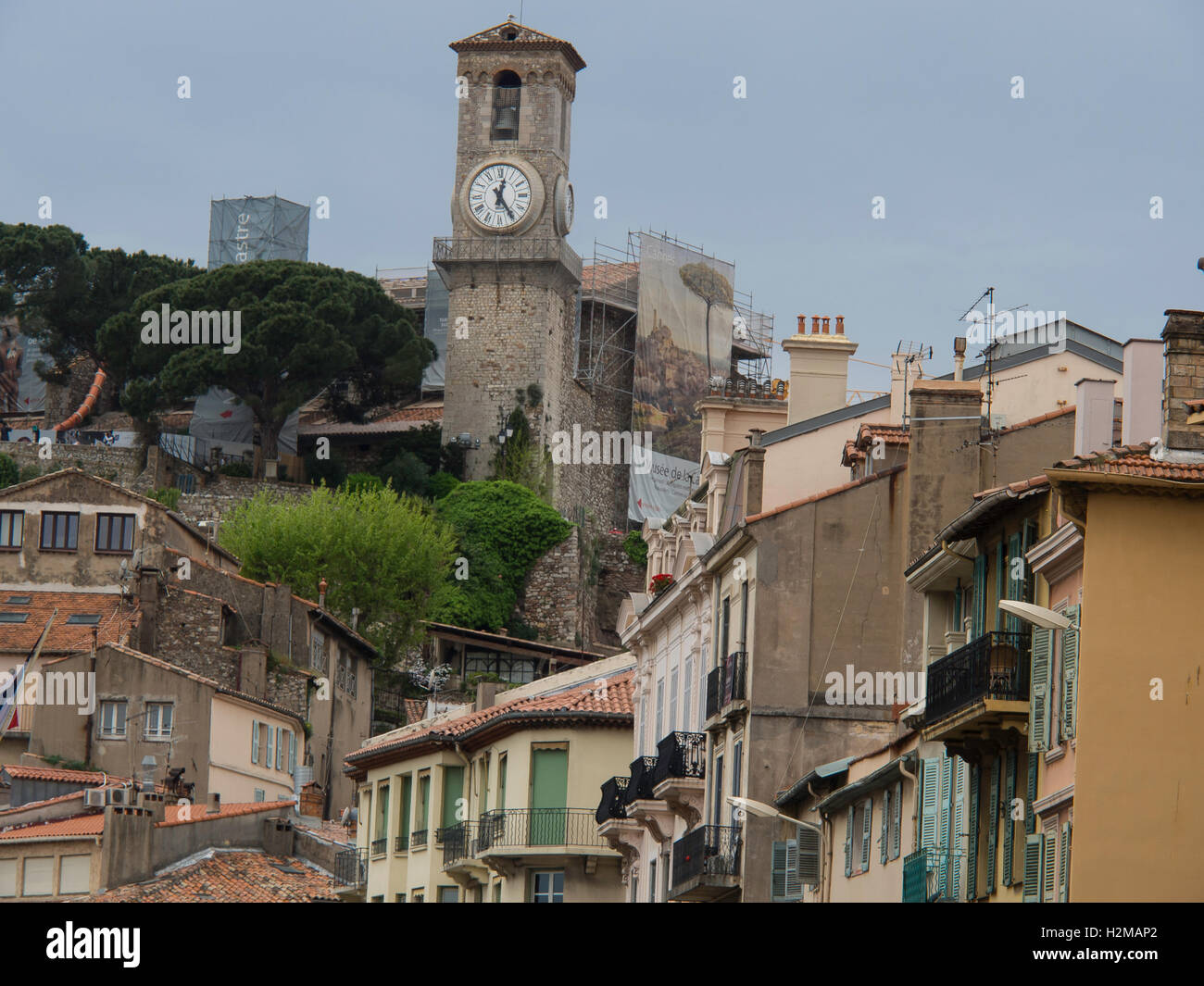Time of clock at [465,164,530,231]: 12:24
